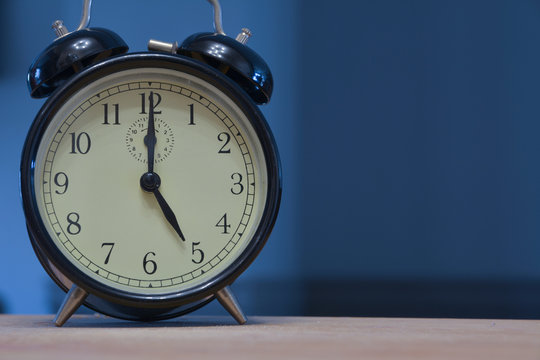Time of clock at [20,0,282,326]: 5:00
